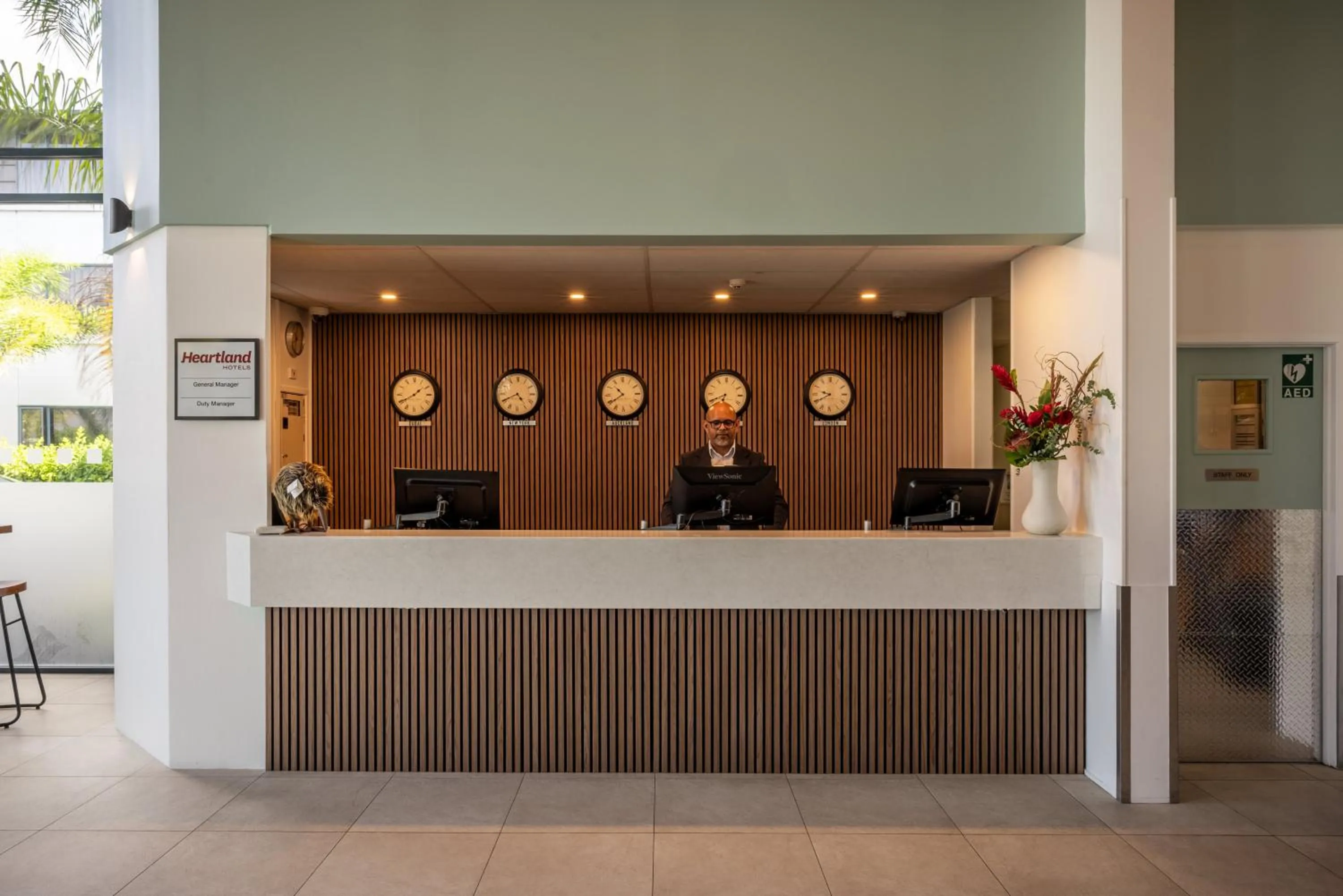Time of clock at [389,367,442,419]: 1:40
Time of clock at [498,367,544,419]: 4:40
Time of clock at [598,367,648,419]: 10:39
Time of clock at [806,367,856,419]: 9:40
